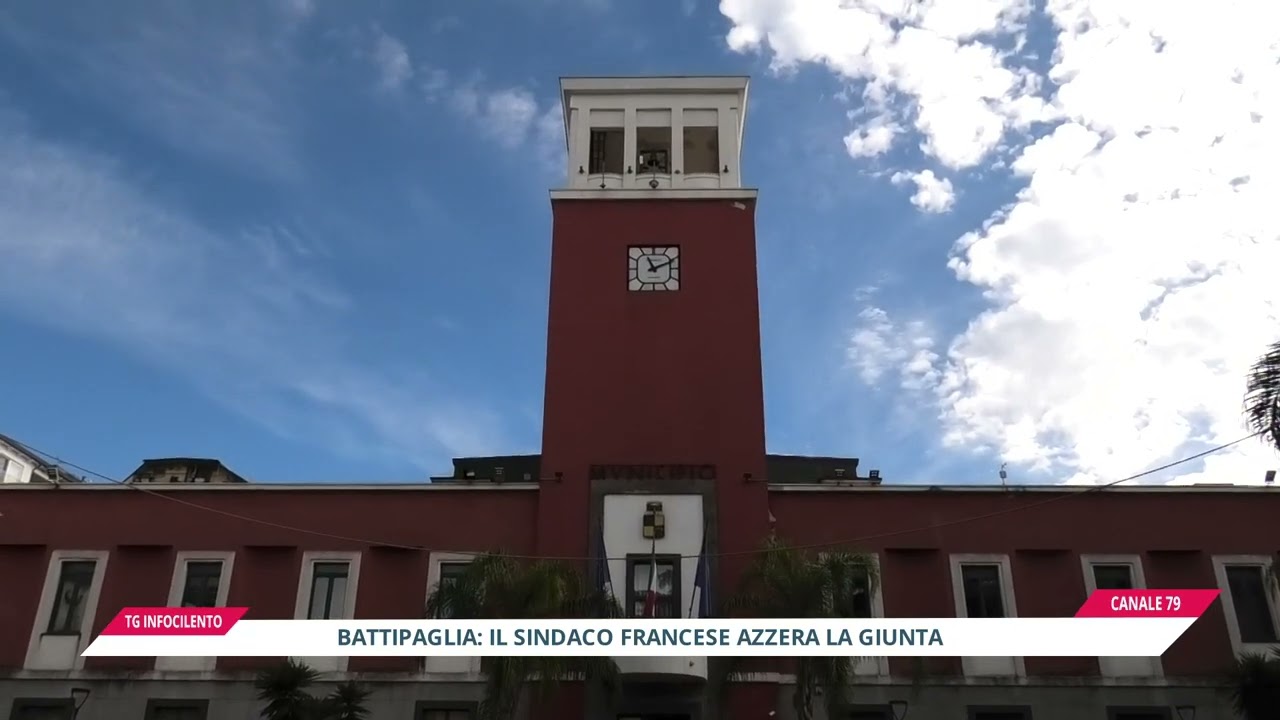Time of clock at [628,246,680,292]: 11:10
